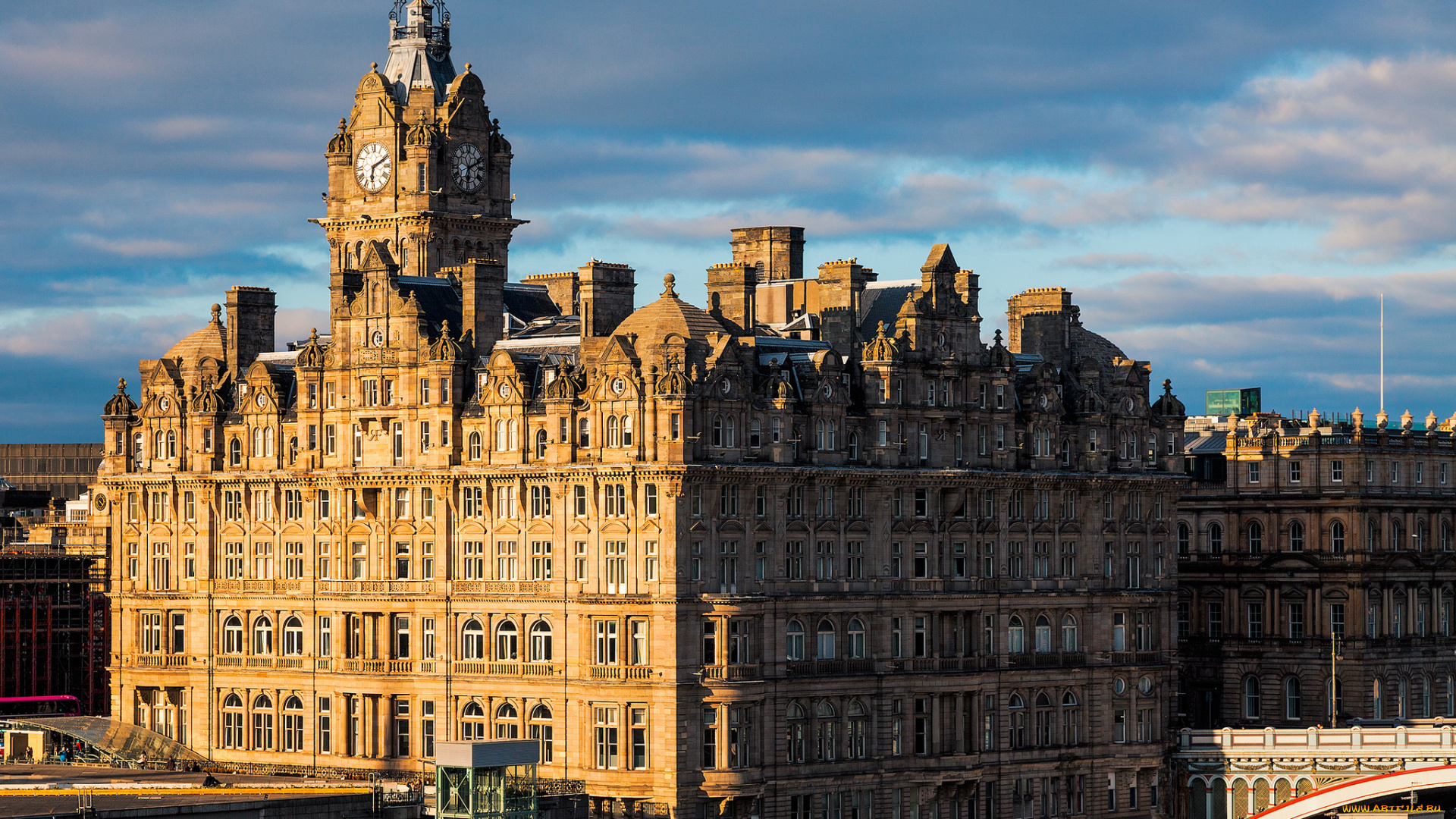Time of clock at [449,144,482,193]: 6:11
